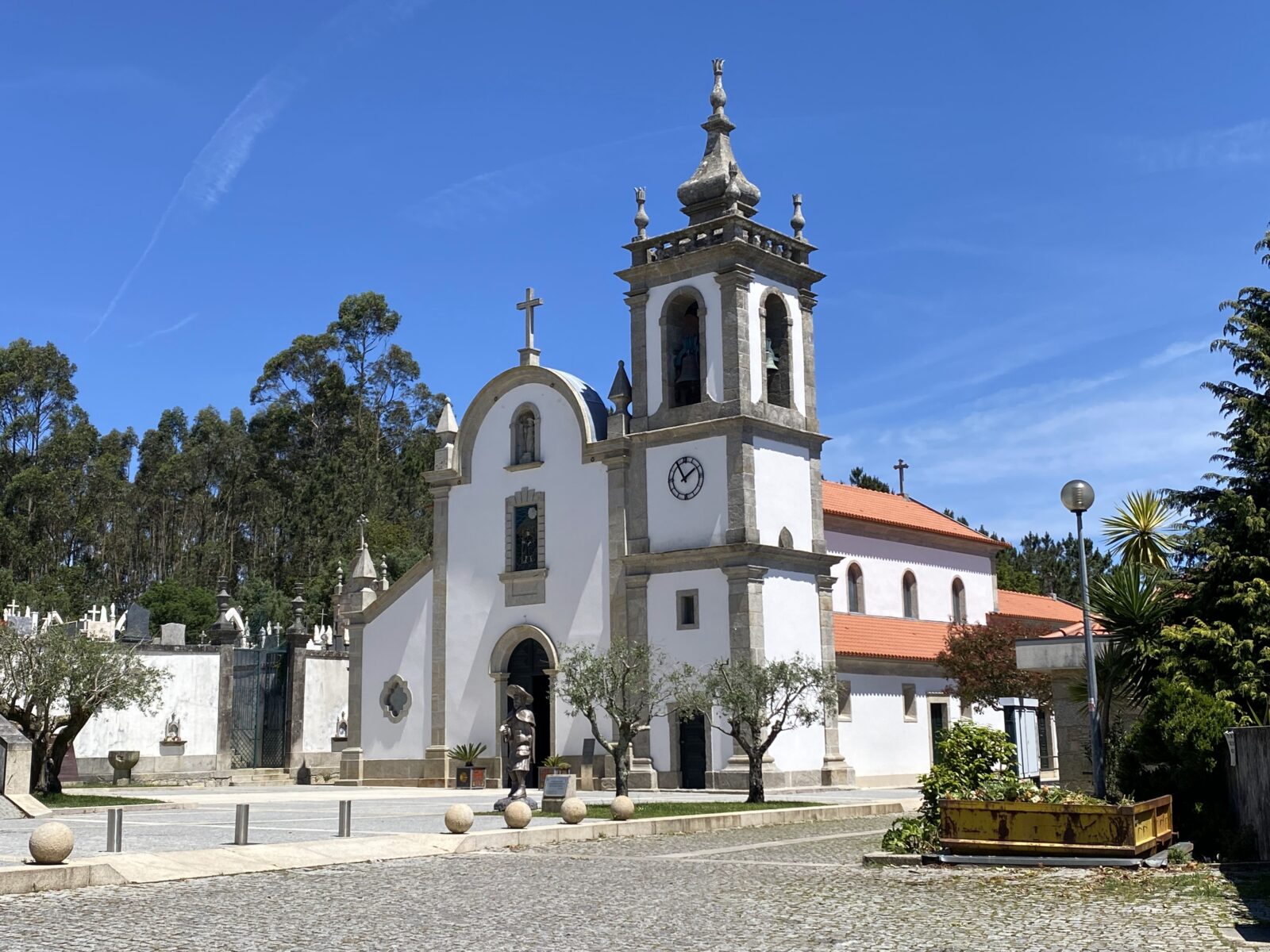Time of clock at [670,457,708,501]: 1:54
